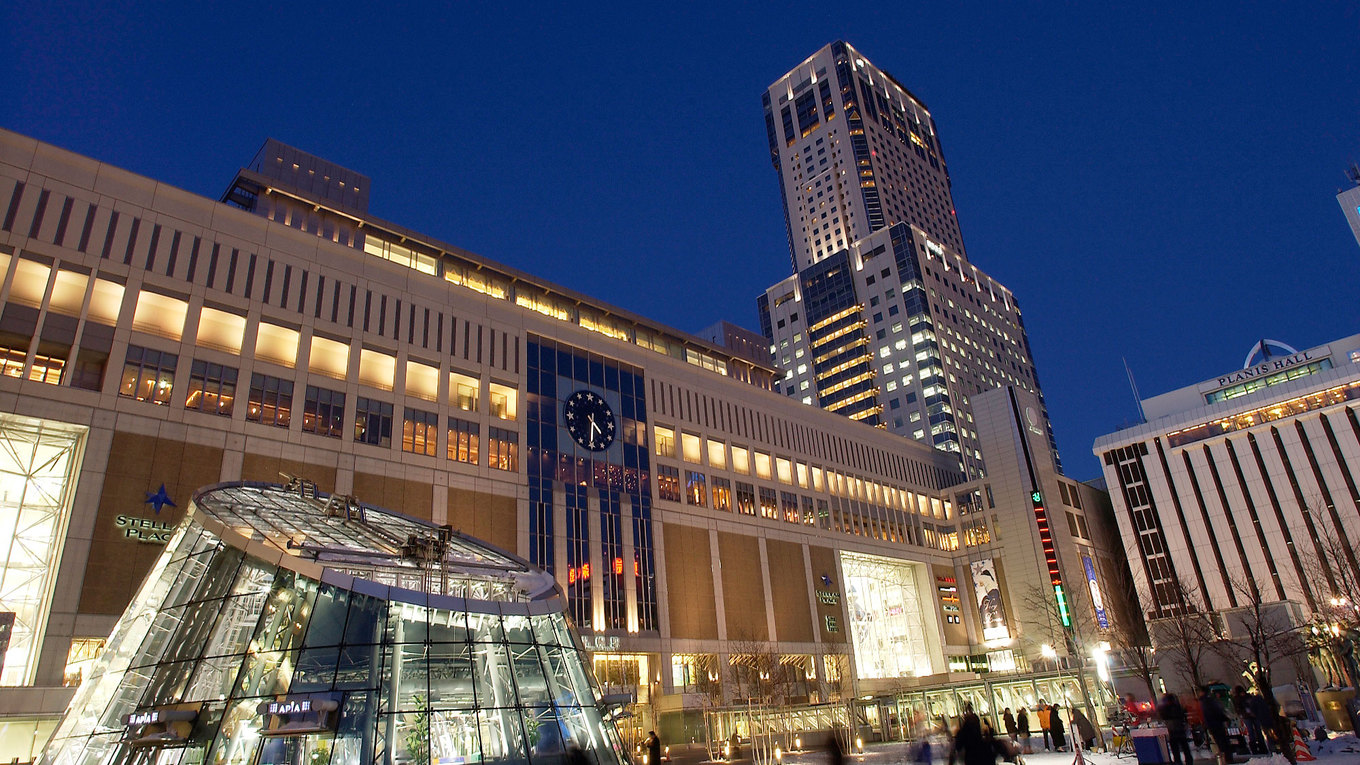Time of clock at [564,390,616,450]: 4:30
